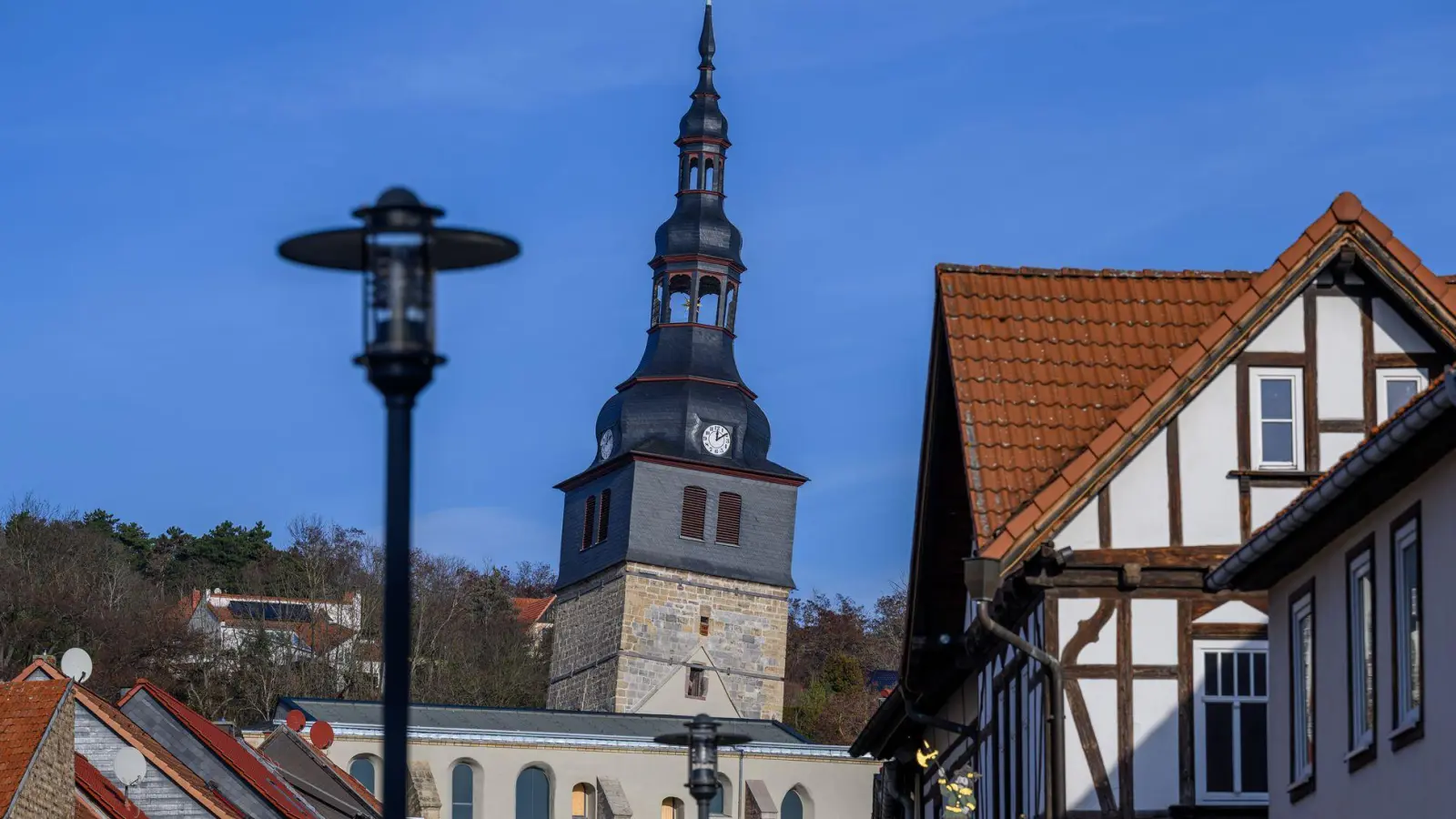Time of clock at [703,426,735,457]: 12:09
